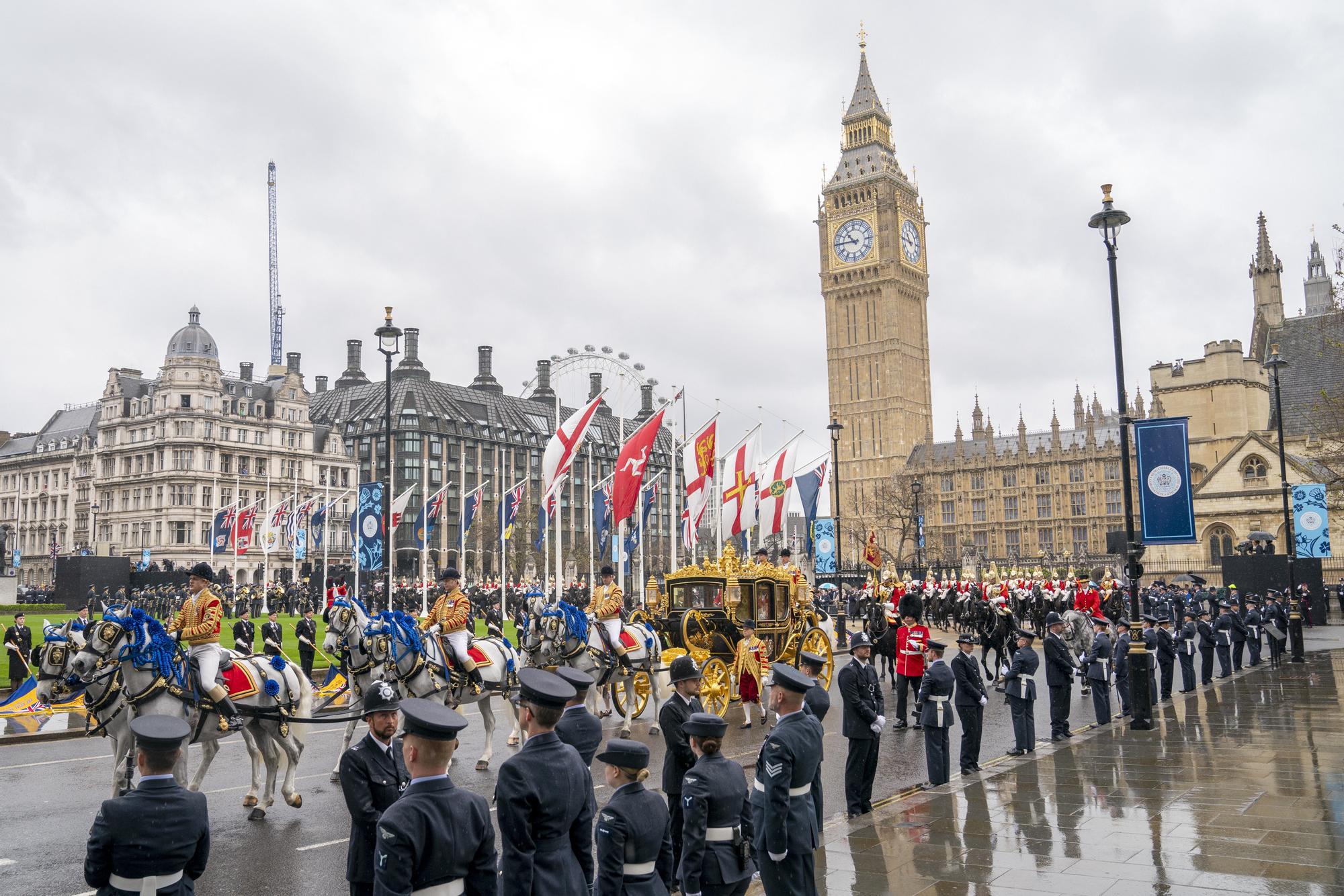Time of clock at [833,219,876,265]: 10:45
